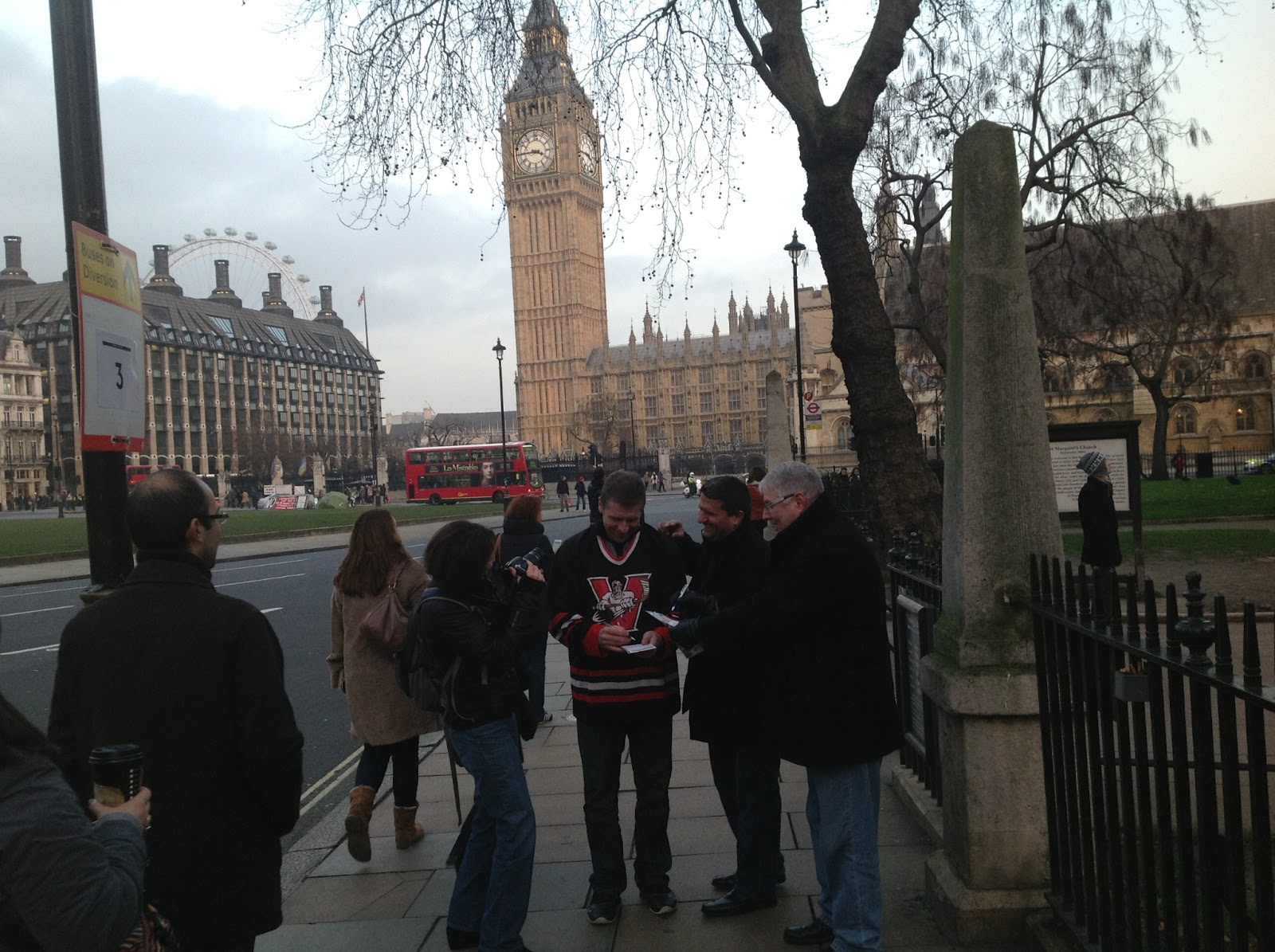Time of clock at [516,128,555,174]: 3:44
